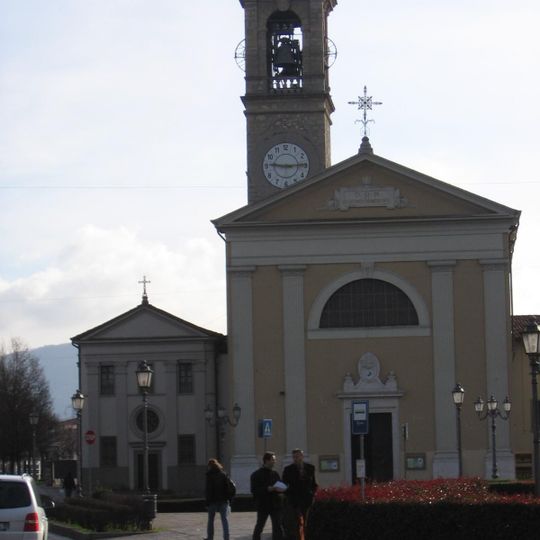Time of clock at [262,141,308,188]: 9:15
